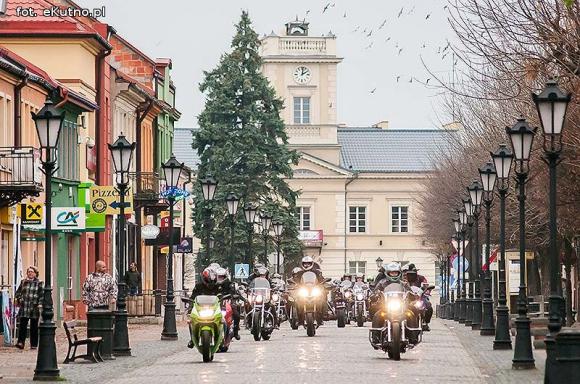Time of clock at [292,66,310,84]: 2:01
